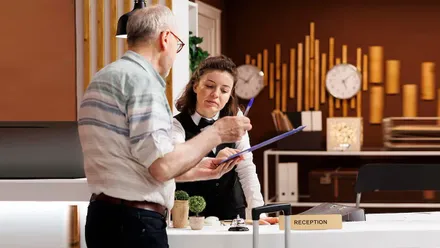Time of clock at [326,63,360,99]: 5:07
